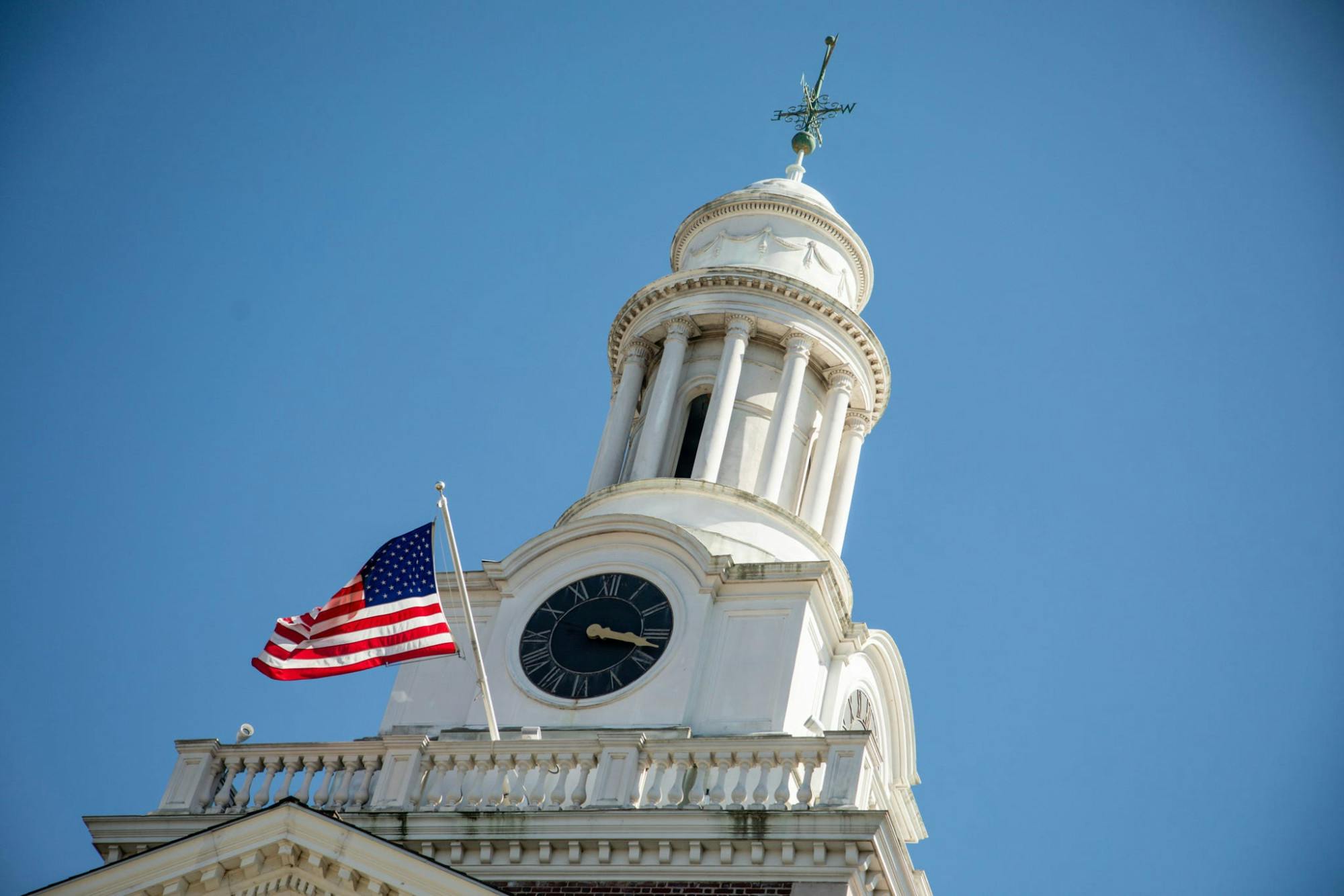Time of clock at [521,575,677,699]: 3:17
